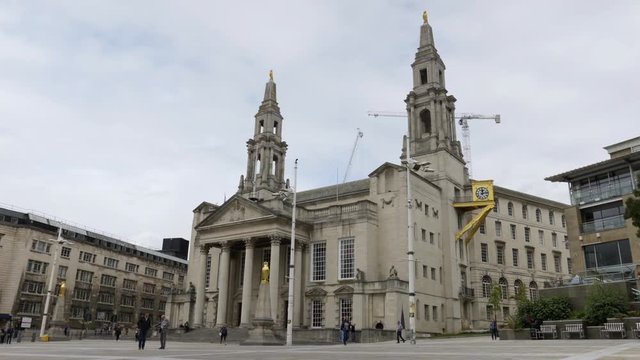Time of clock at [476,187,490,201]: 12:13
